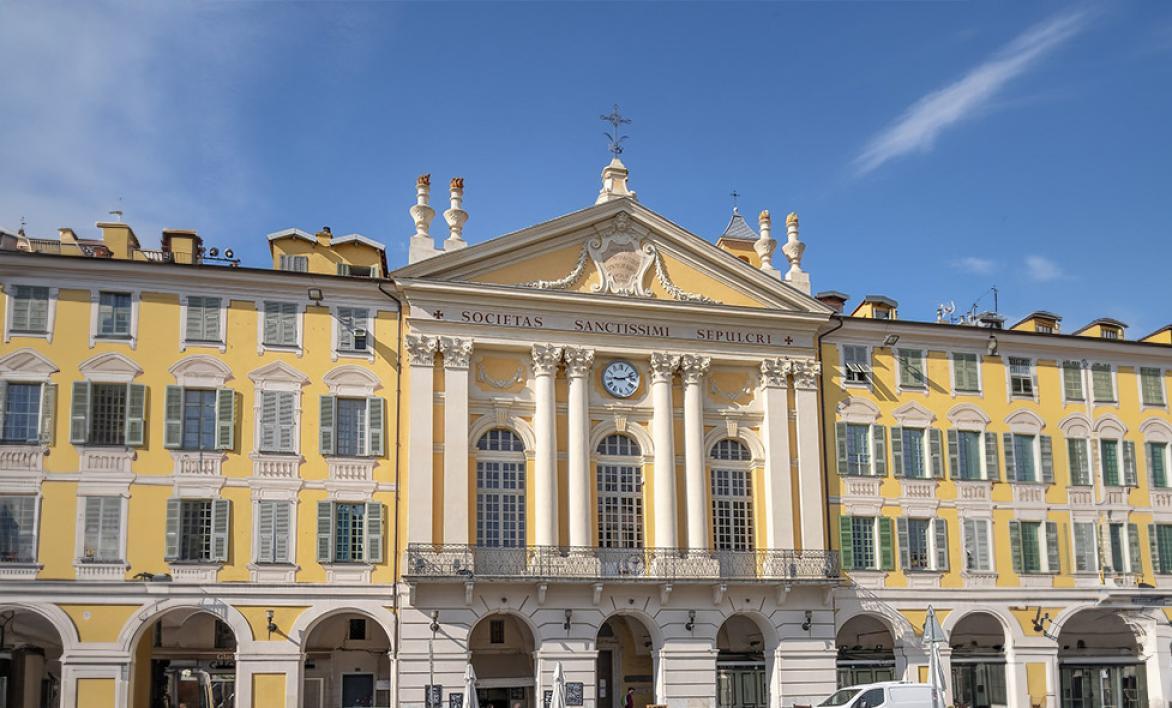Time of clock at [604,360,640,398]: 9:12
